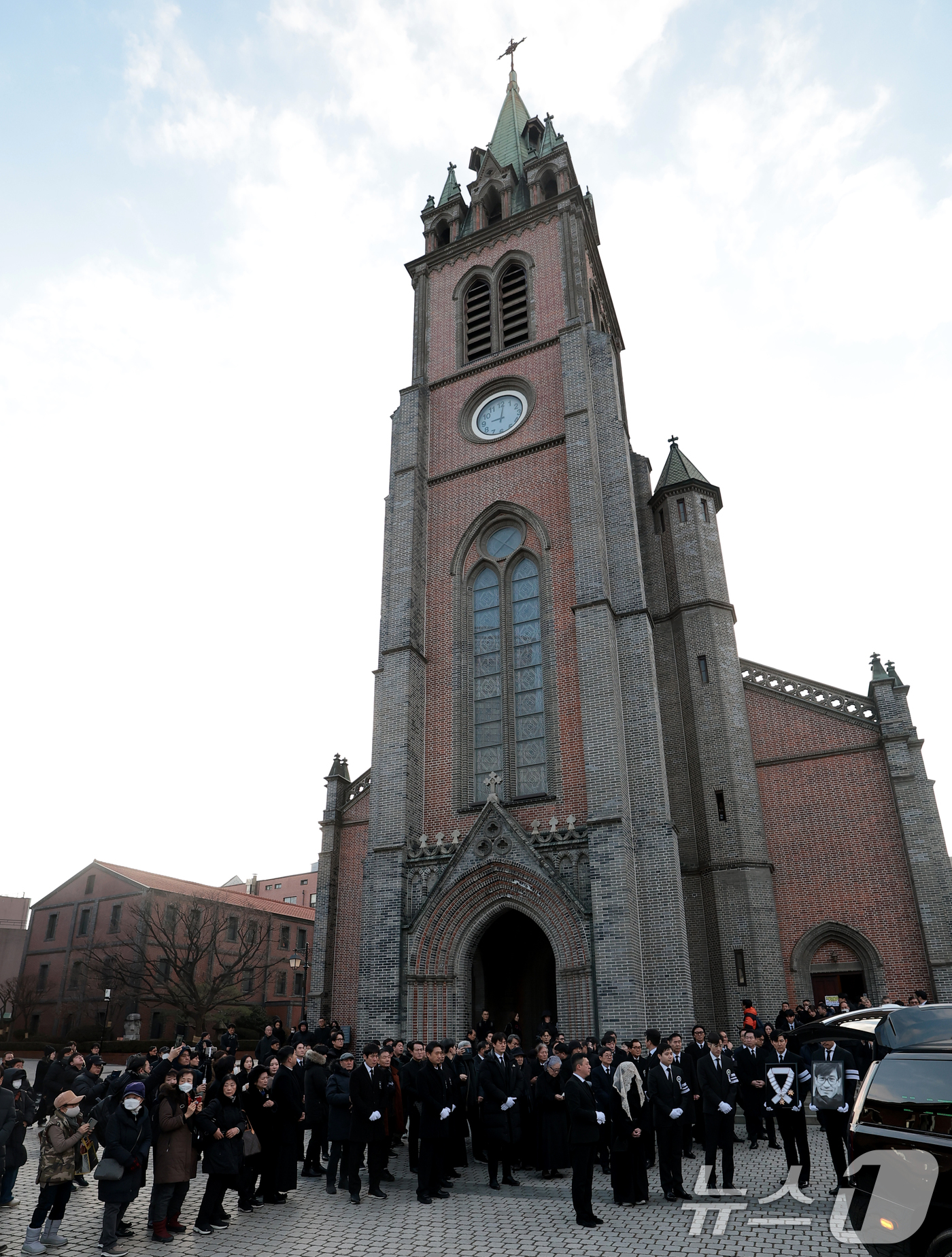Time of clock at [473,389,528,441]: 9:01
